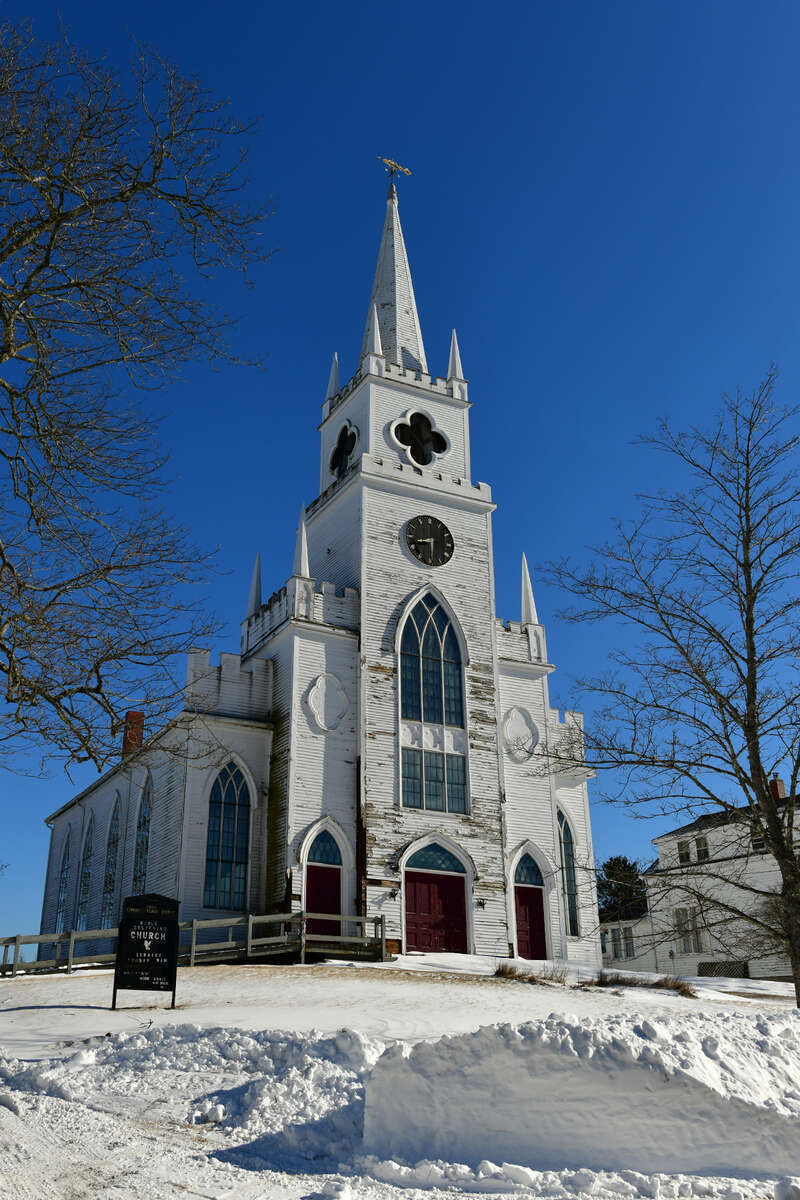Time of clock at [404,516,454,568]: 8:30
